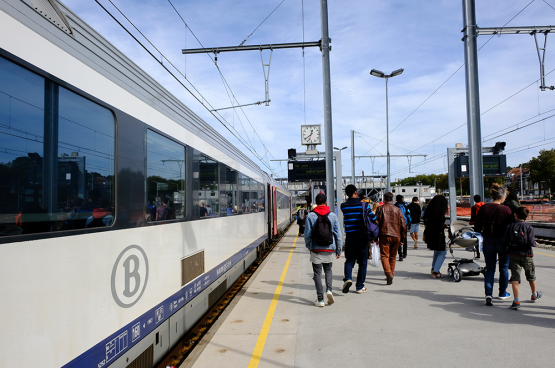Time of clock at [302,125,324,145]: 12:38
